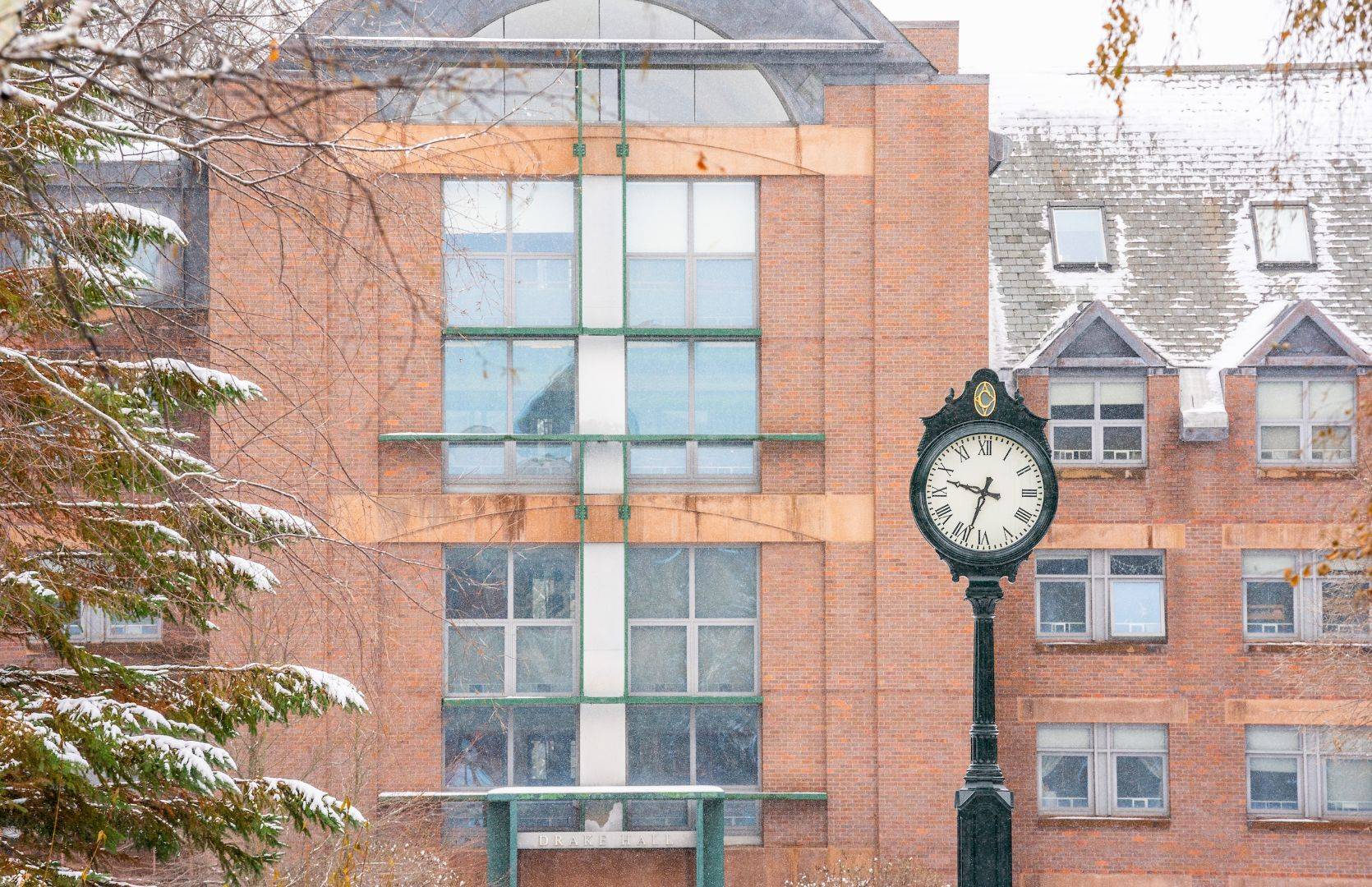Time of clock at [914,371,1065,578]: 9:33
